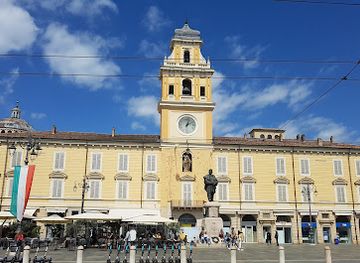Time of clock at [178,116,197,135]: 2:02
